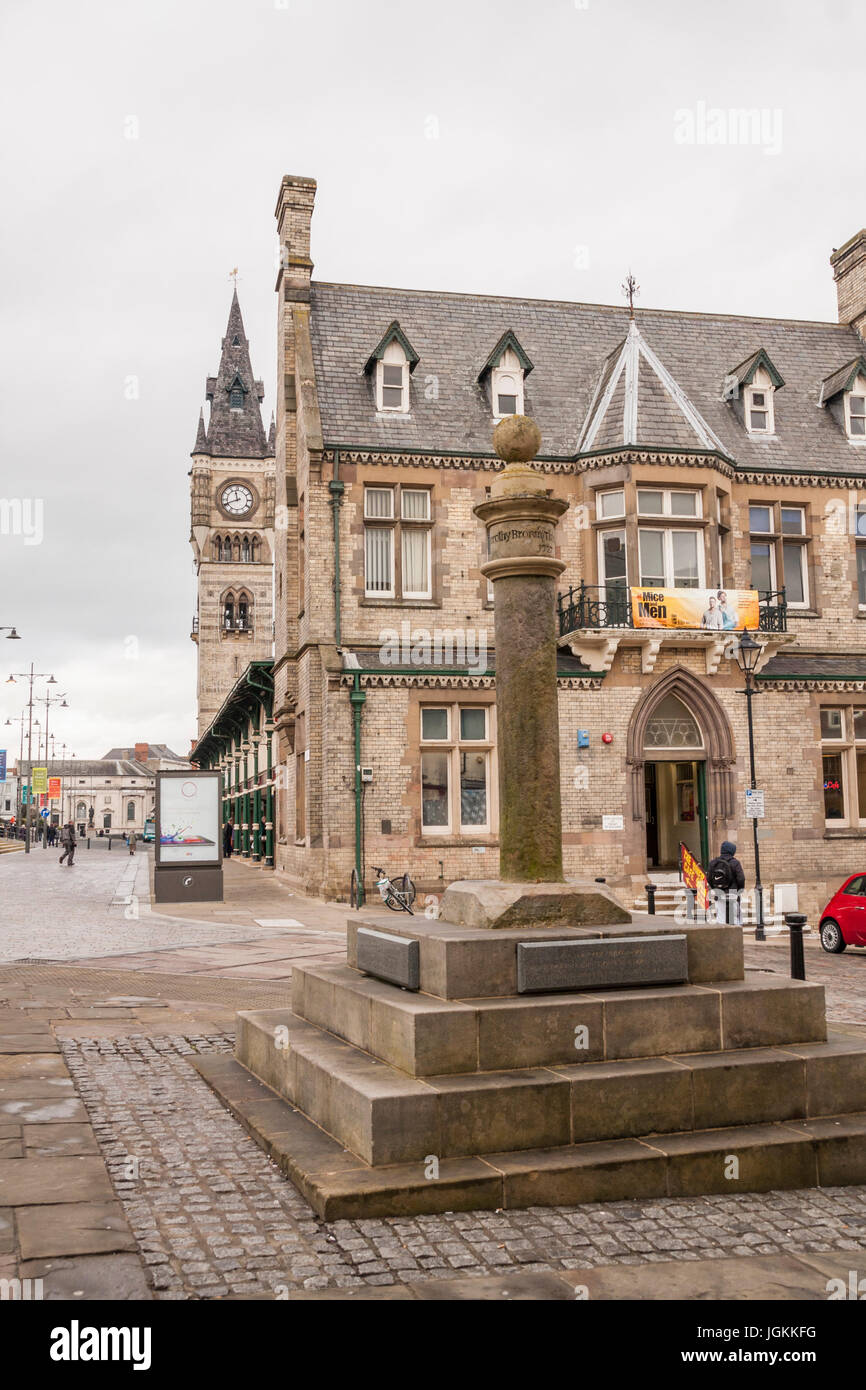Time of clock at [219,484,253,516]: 11:41
